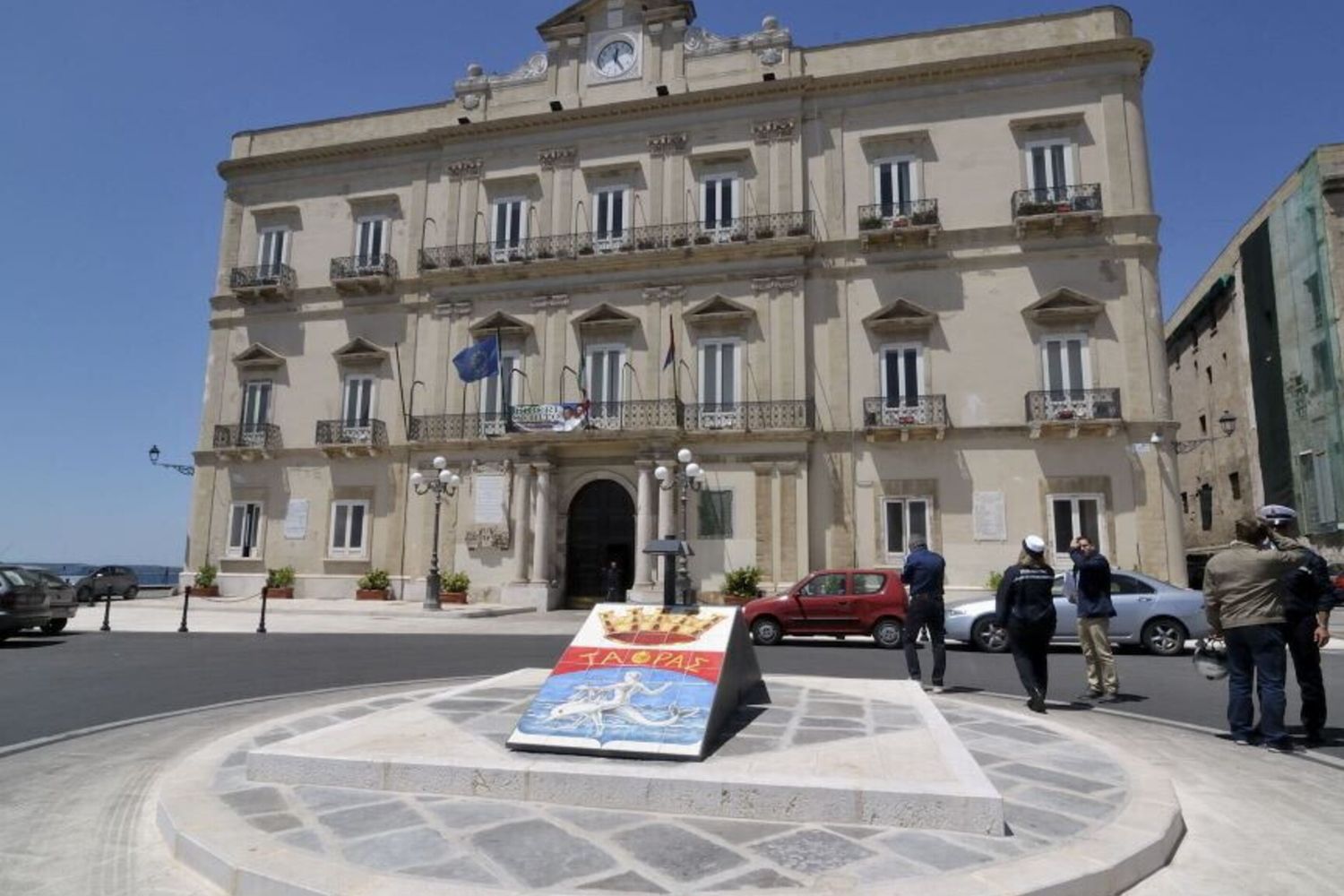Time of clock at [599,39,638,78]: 12:24
